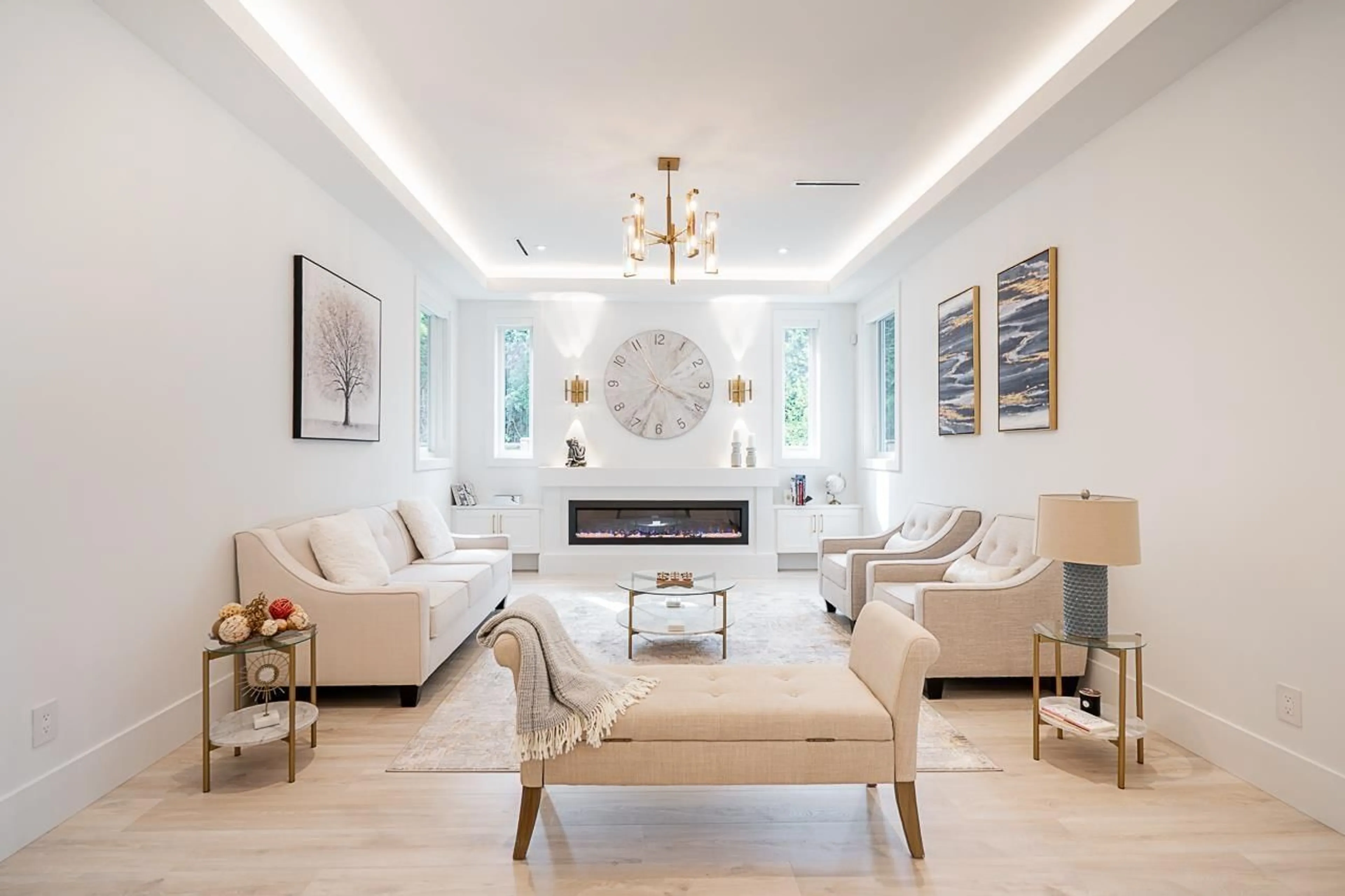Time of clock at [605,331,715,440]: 3:55
